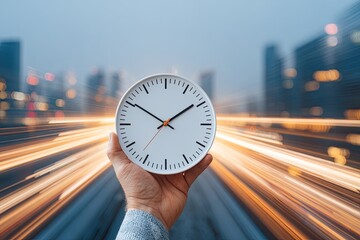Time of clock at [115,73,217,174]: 1:50
